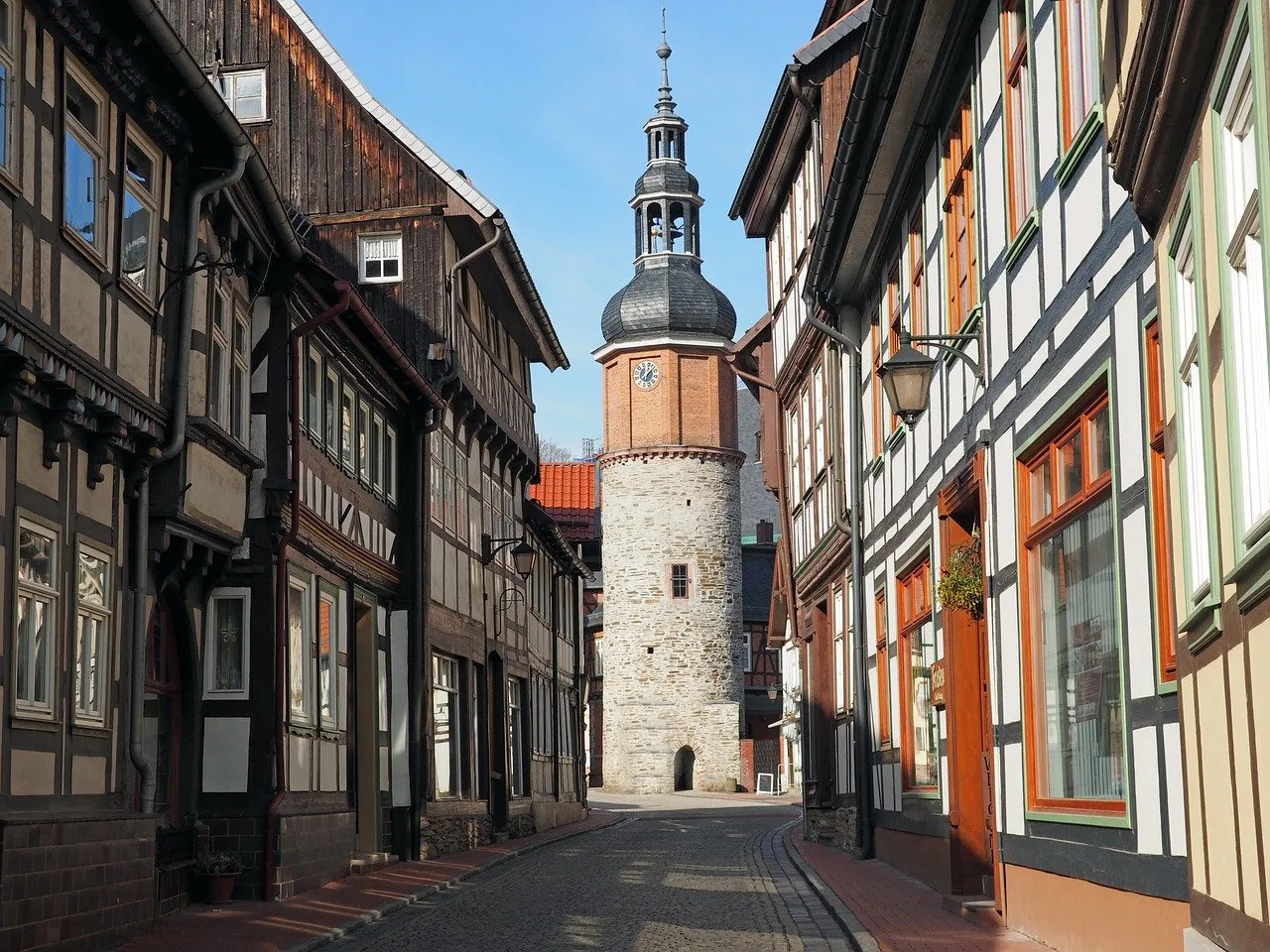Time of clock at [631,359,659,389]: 12:07
